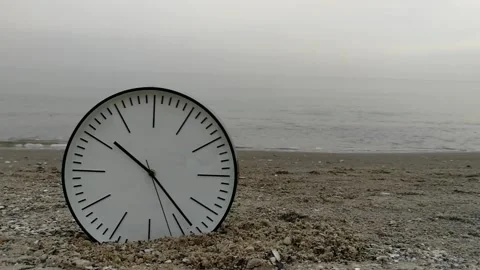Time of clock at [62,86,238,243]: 10:23
